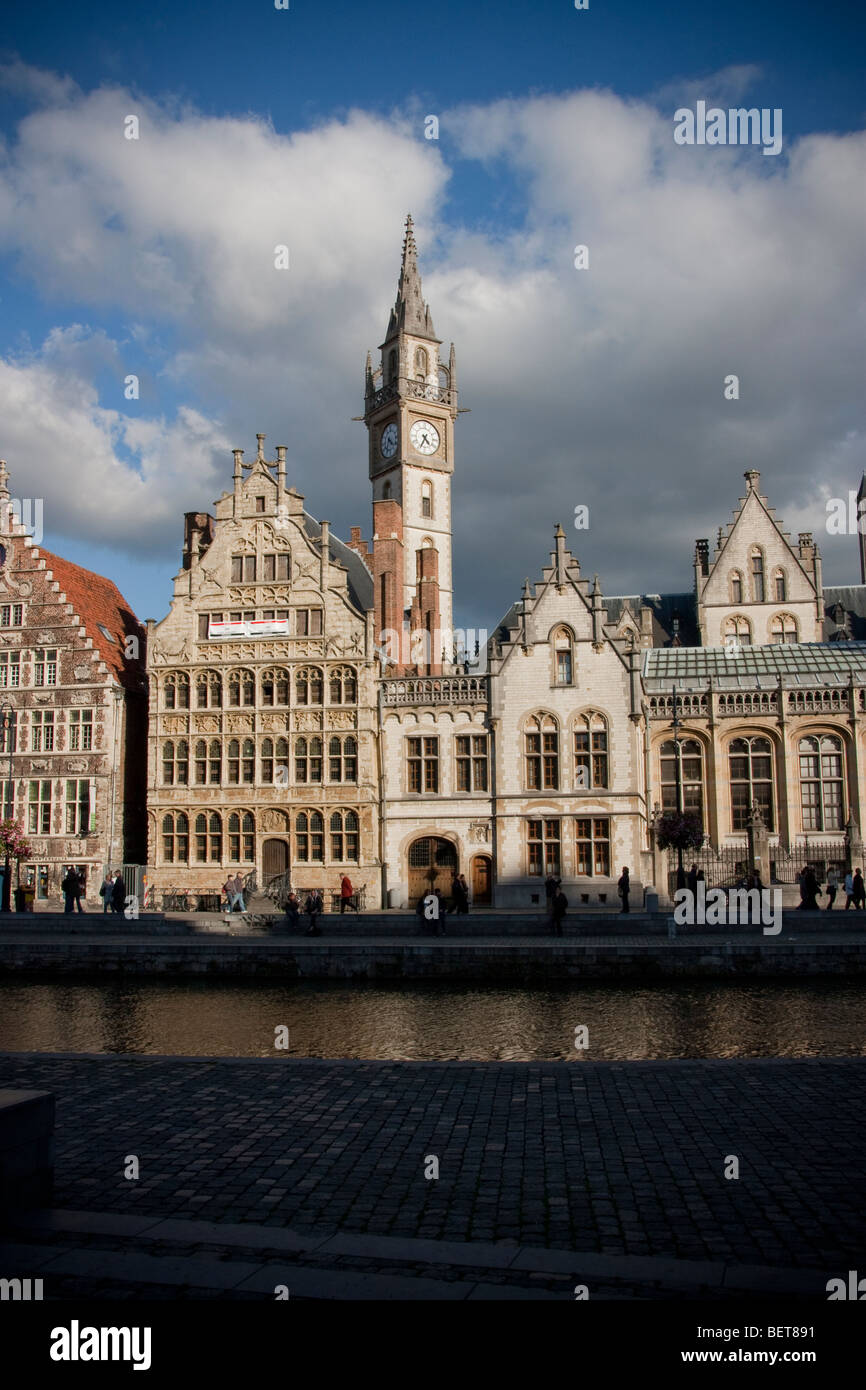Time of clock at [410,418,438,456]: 4:34
